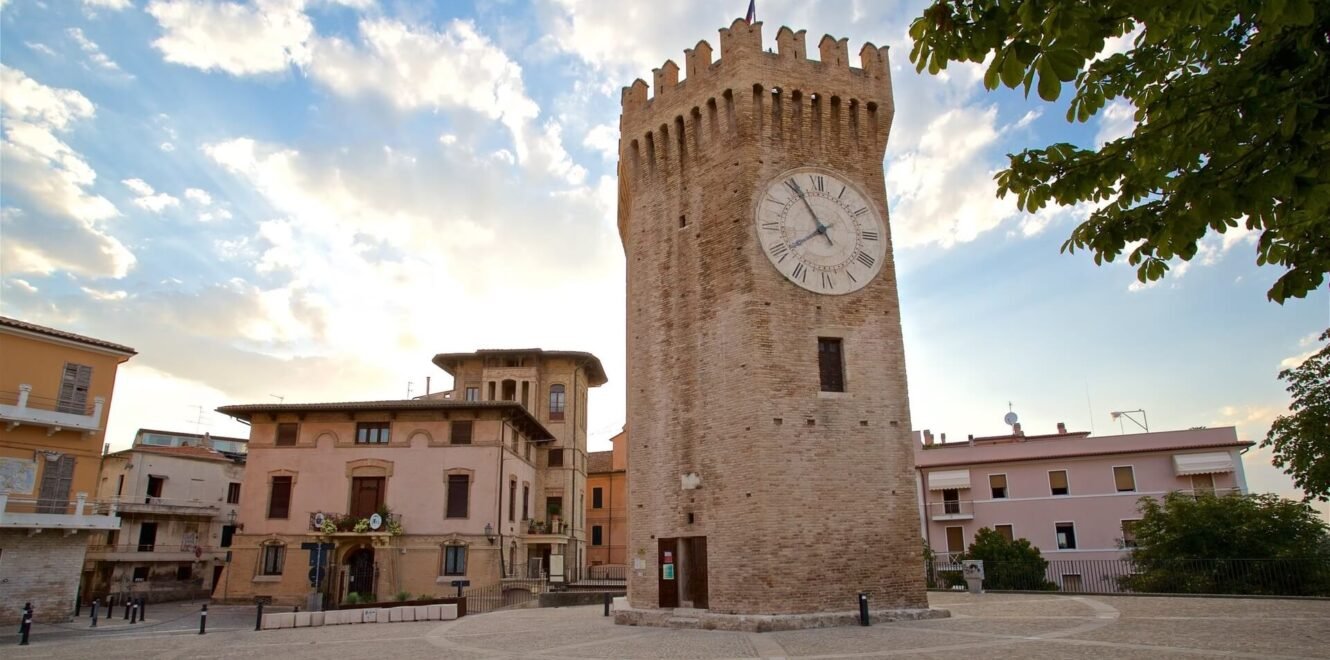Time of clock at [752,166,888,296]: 7:54
